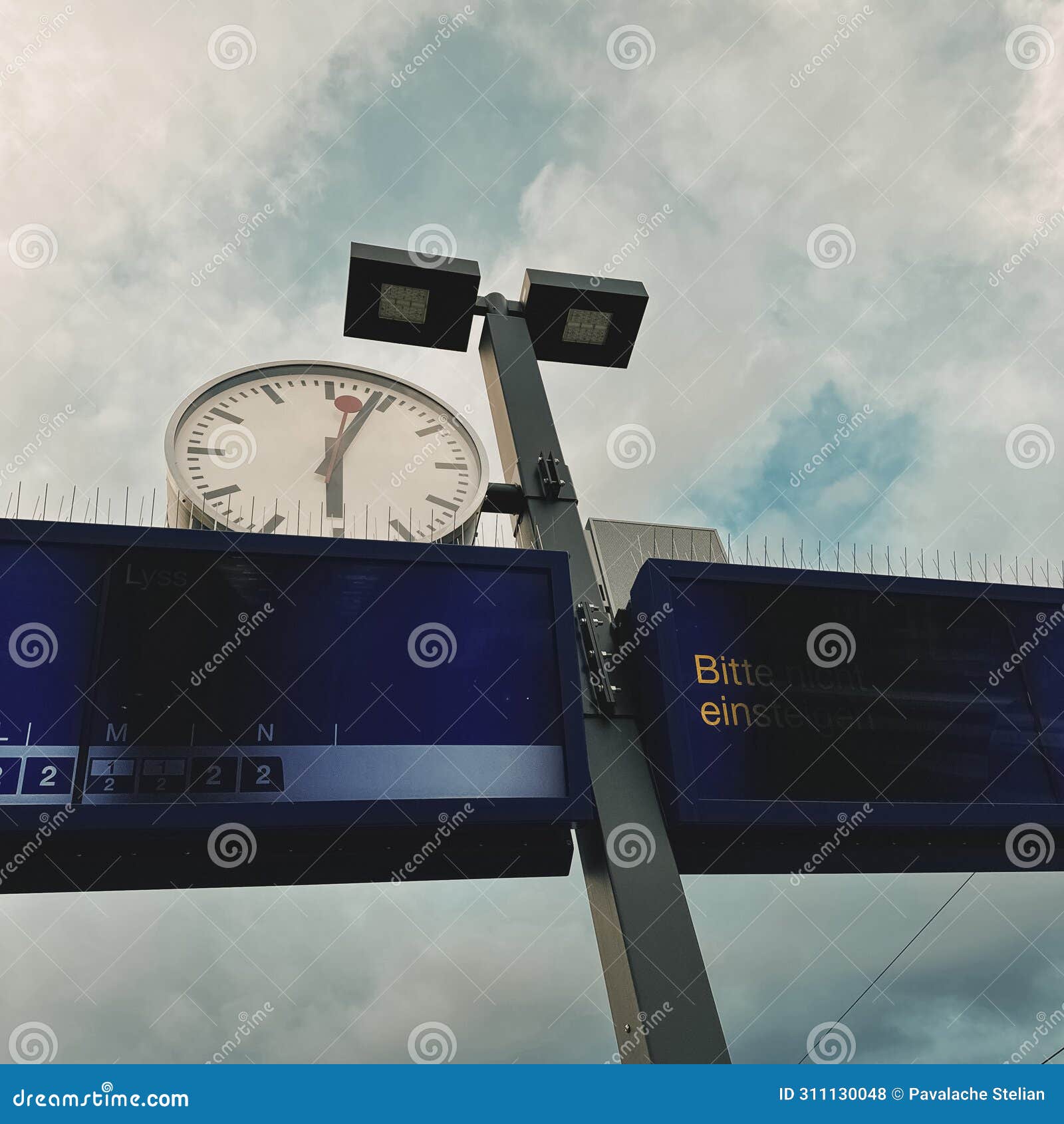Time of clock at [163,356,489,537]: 6:03
